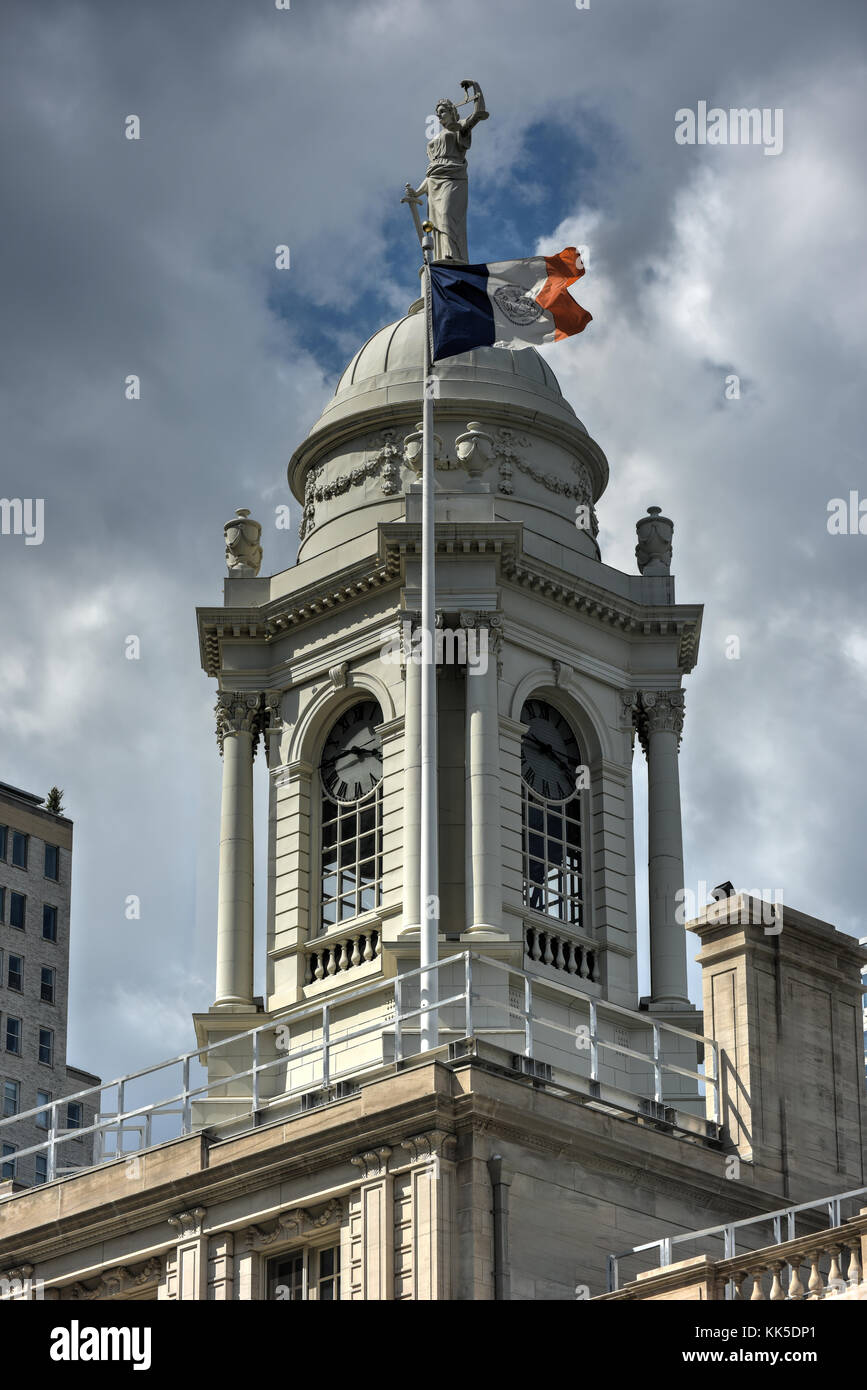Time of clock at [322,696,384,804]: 3:44
